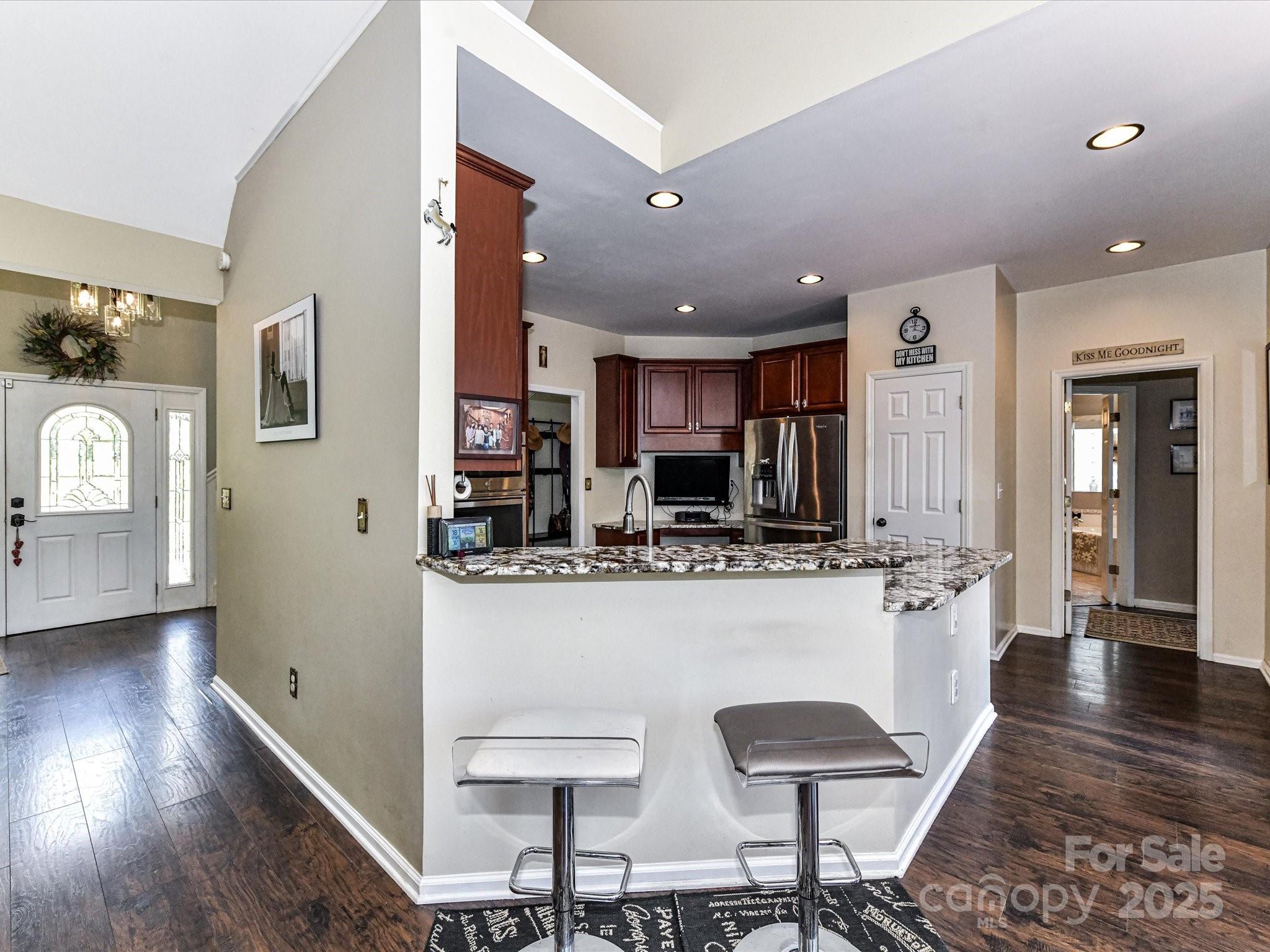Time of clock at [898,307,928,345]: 12:19
